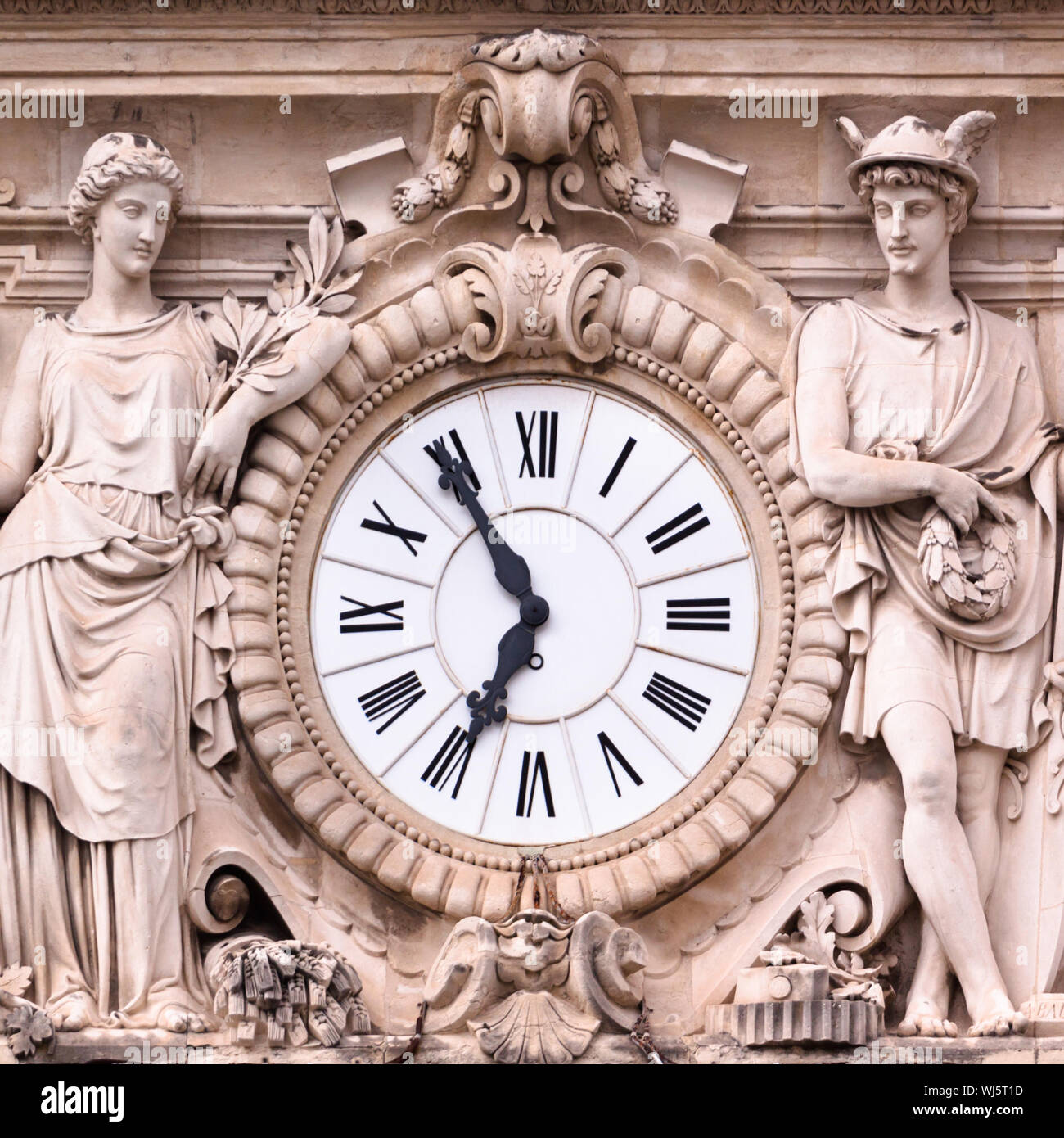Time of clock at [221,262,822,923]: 6:54
